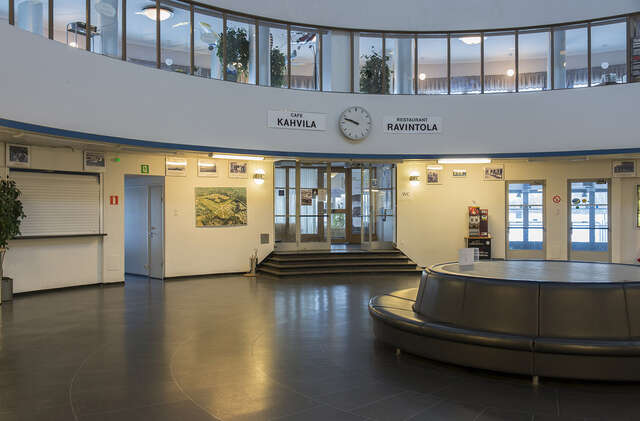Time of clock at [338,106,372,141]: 9:48
